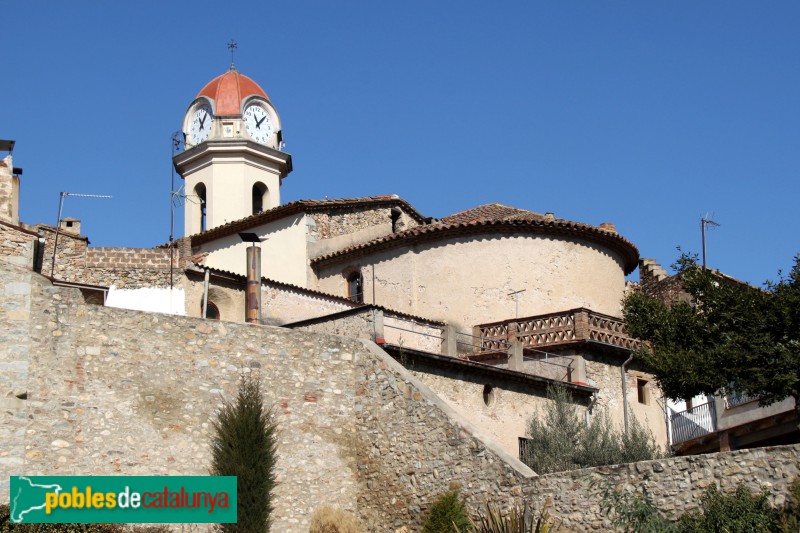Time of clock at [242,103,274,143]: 11:07
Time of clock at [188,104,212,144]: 11:07
